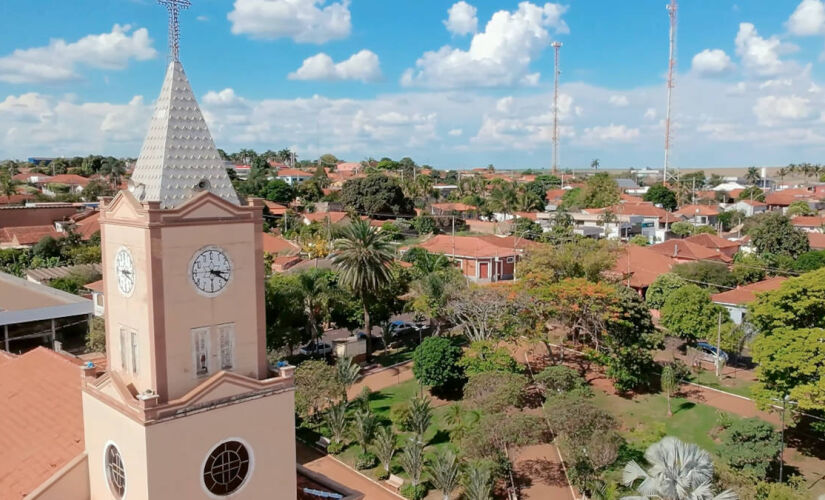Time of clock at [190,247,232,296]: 3:20
